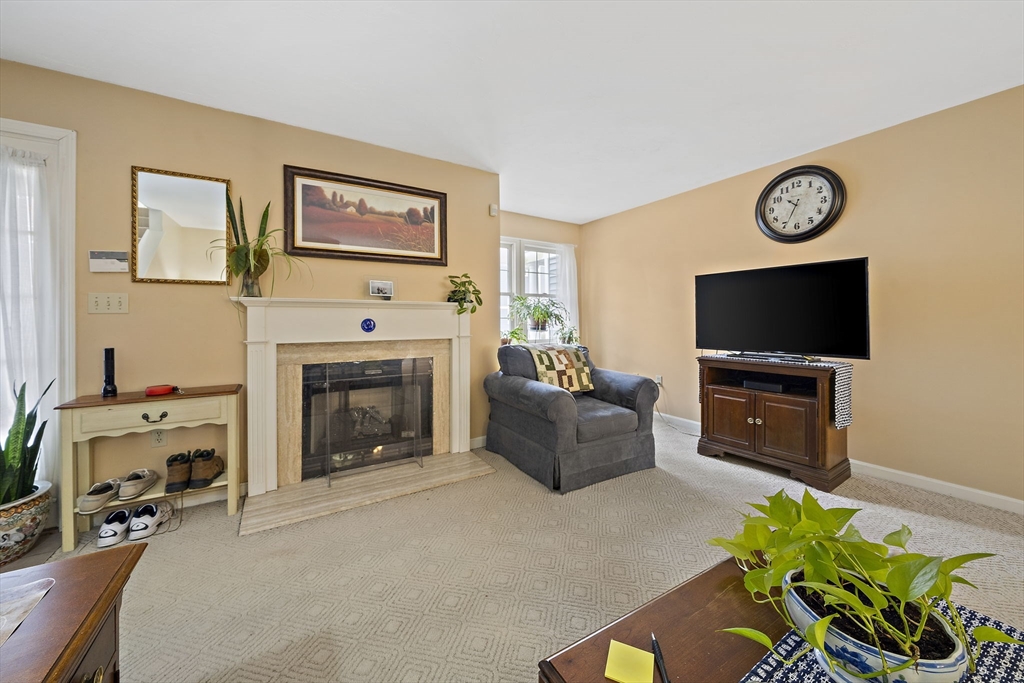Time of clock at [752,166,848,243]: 10:34
